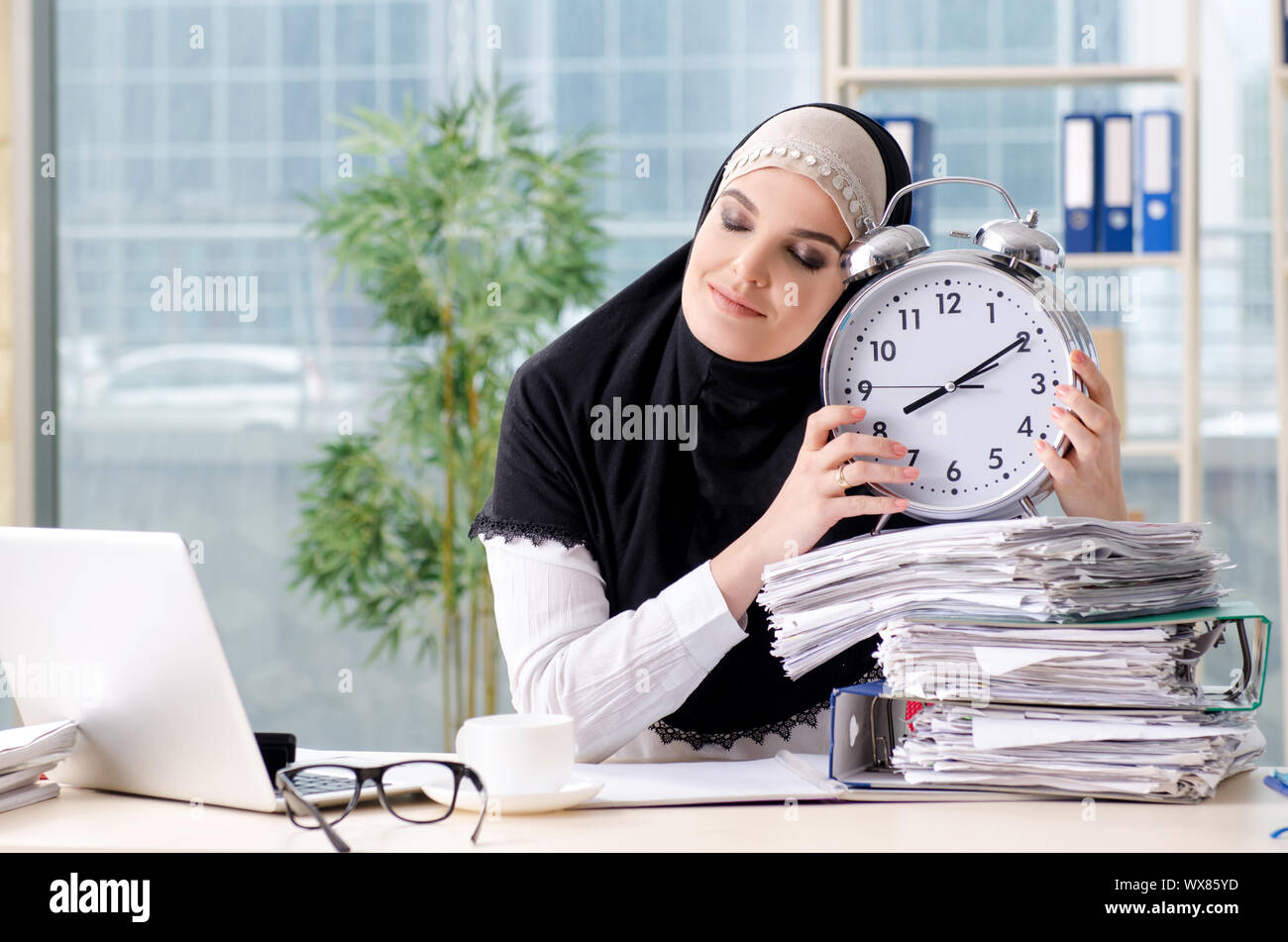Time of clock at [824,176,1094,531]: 8:09
